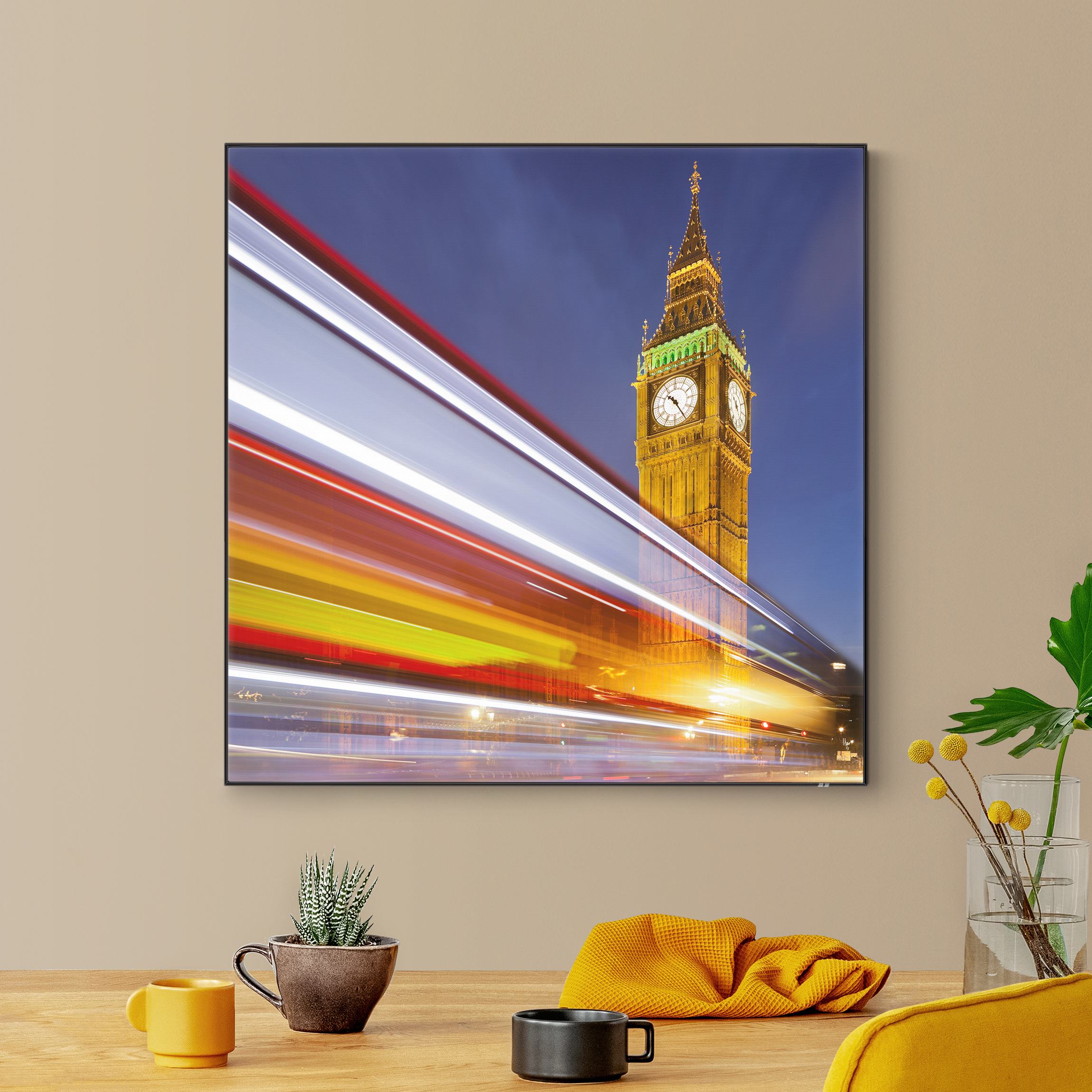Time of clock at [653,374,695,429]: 10:24
